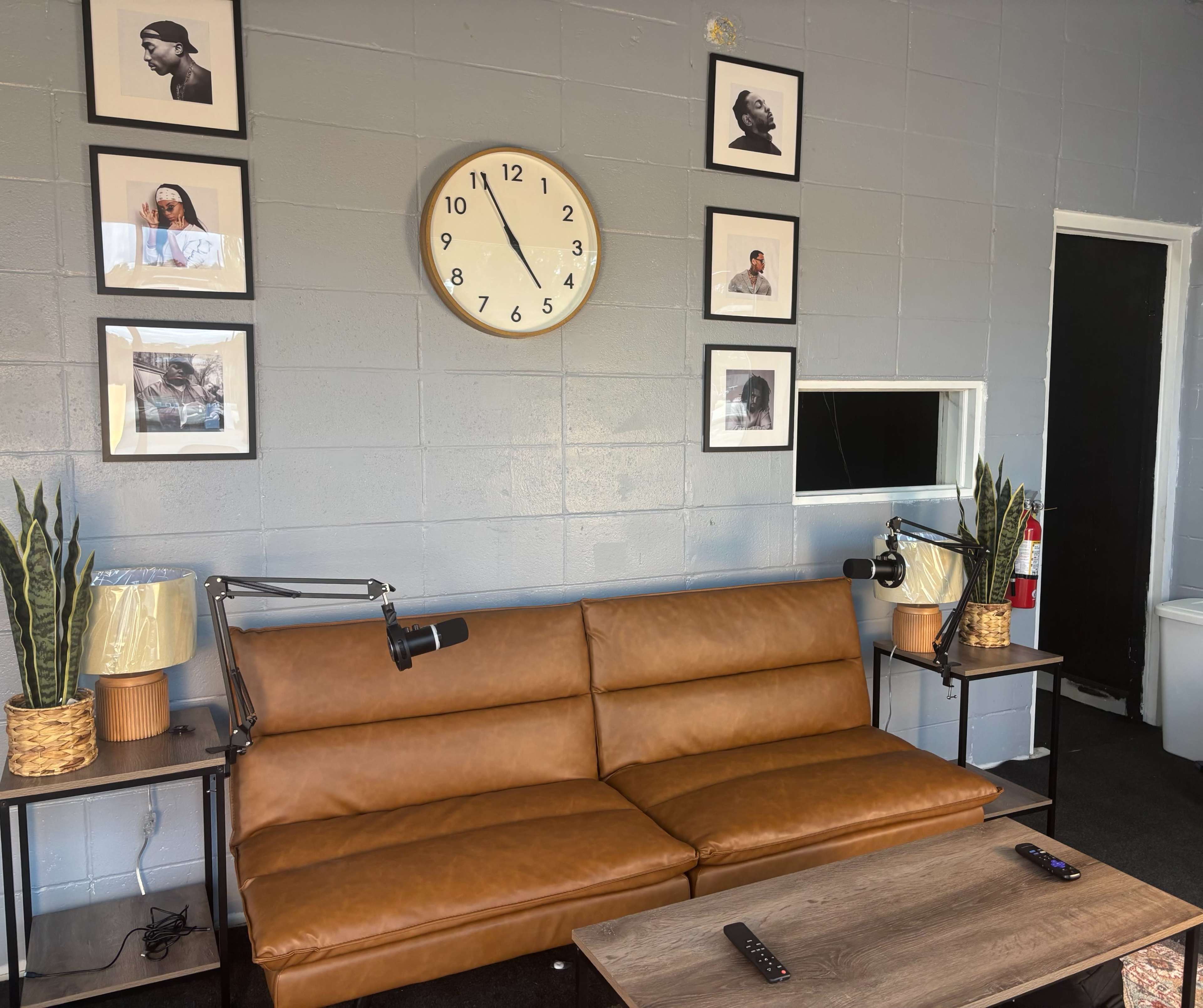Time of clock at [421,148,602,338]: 4:55
